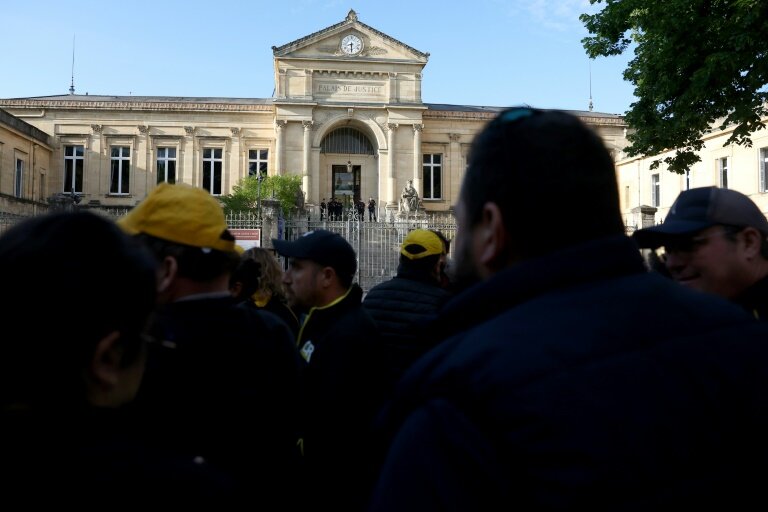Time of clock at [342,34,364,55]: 8:30
